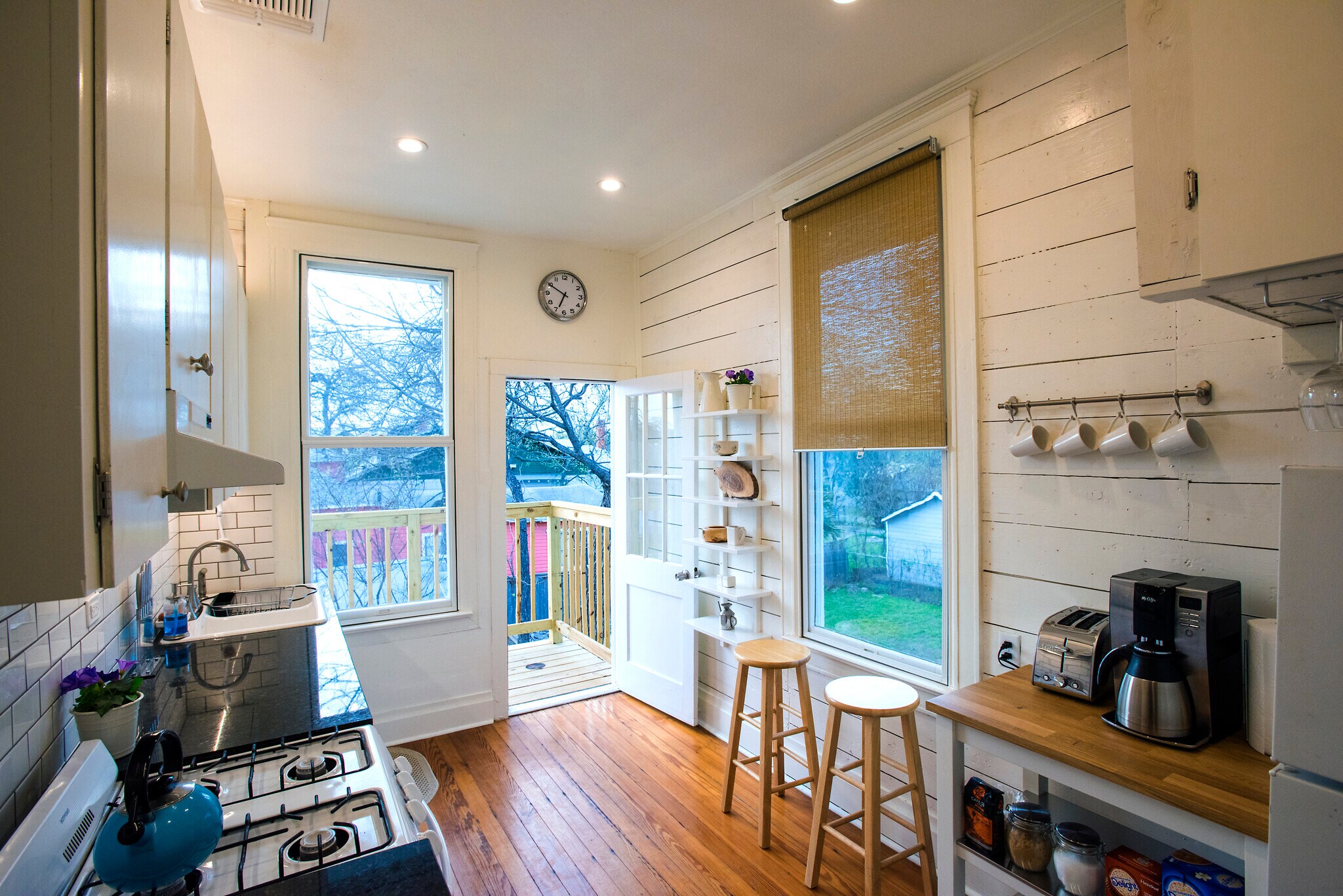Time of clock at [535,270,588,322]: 6:49
